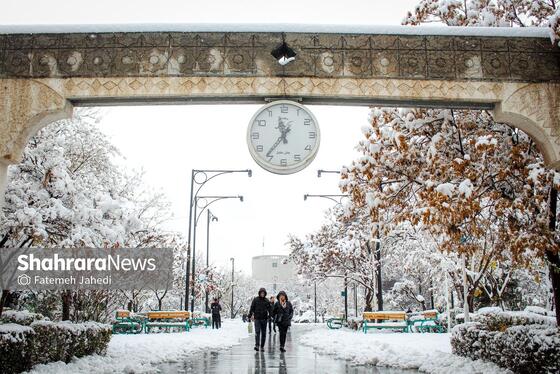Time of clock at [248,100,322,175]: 11:36
